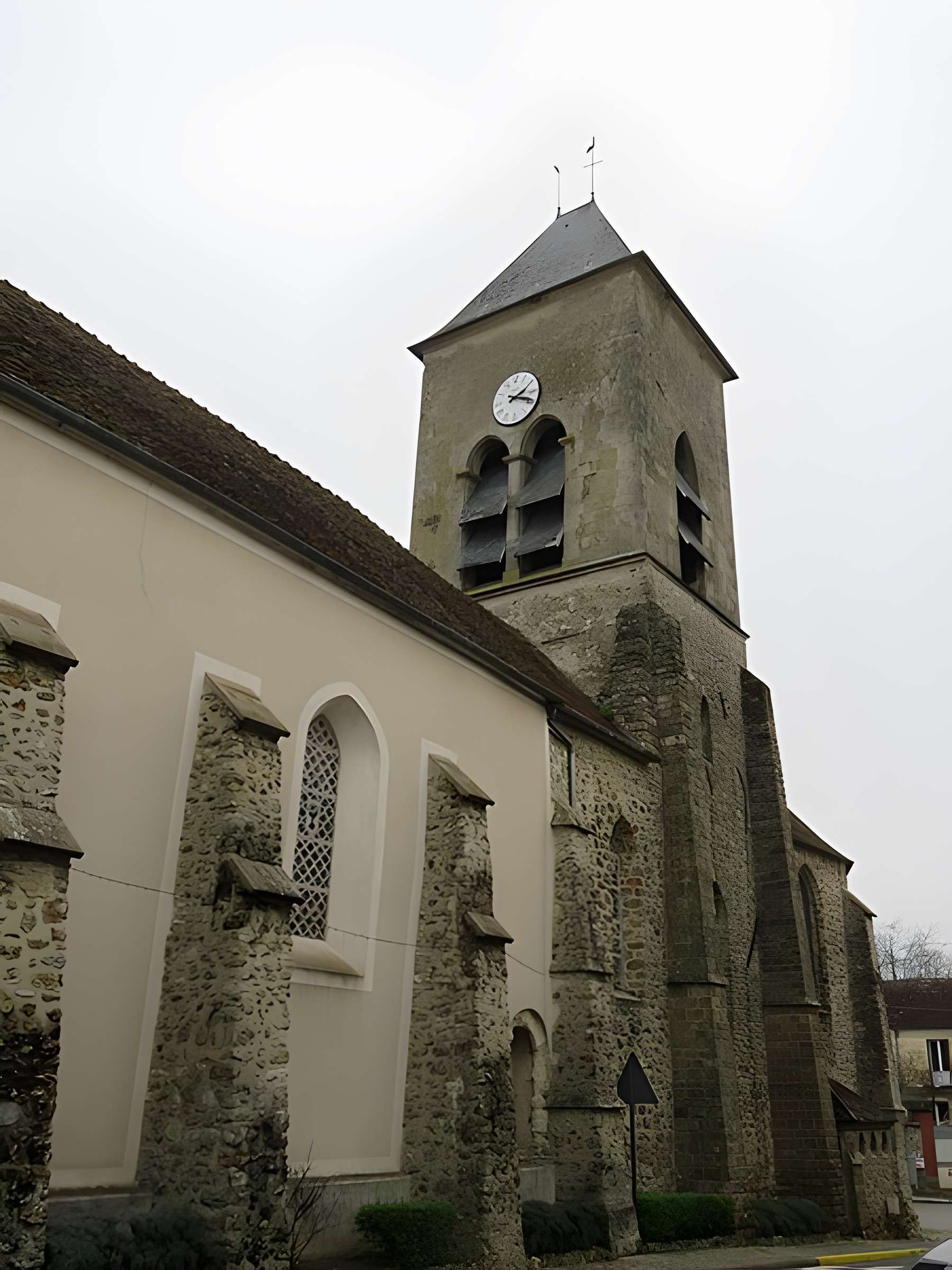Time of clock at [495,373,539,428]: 2:18
